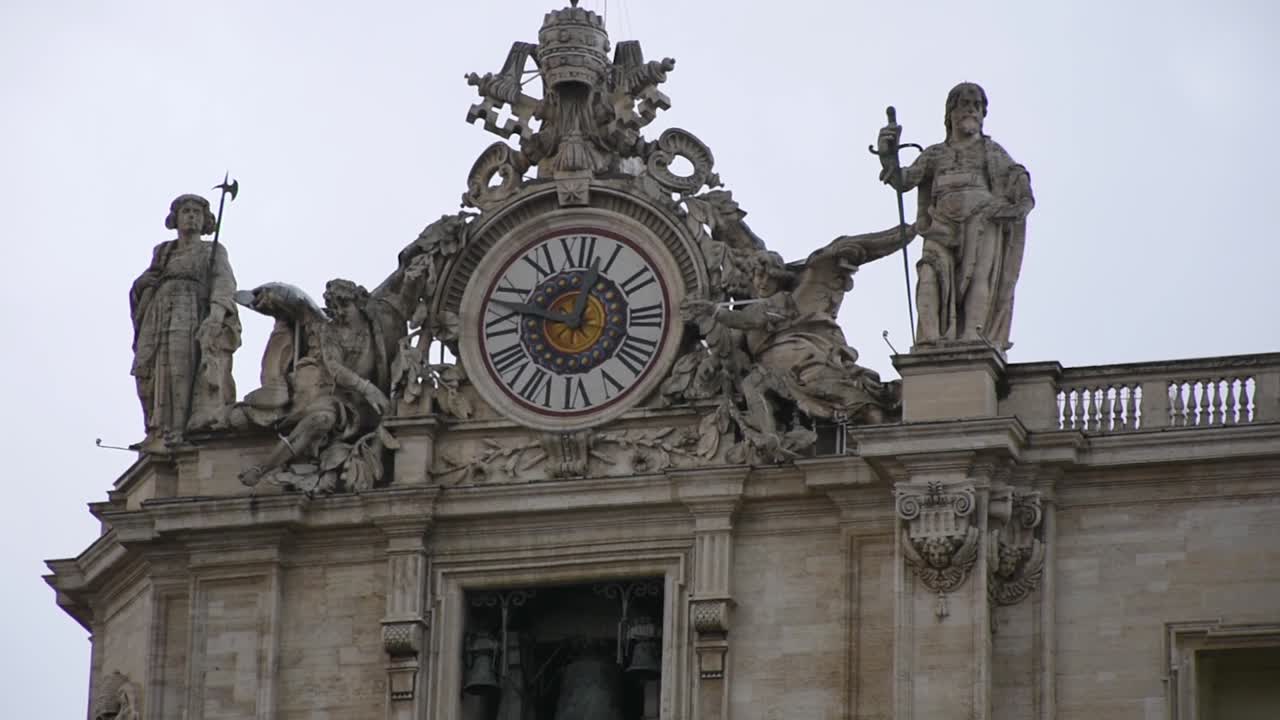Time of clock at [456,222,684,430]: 12:47
